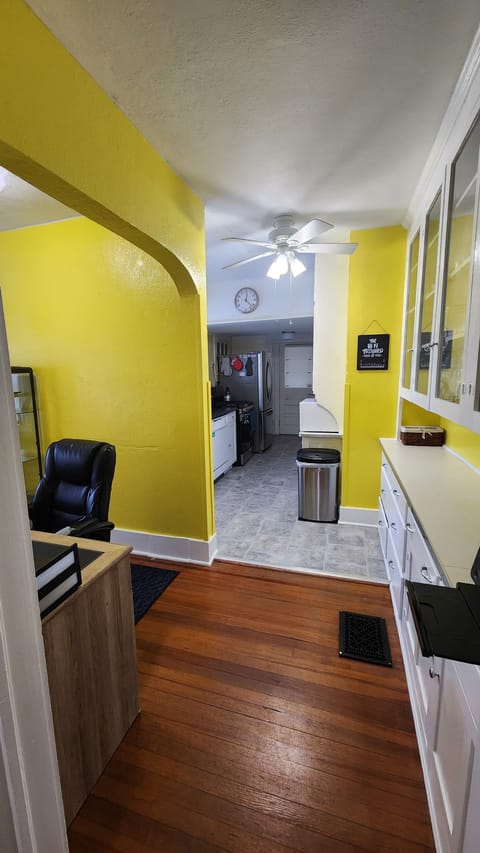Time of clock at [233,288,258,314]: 12:22
